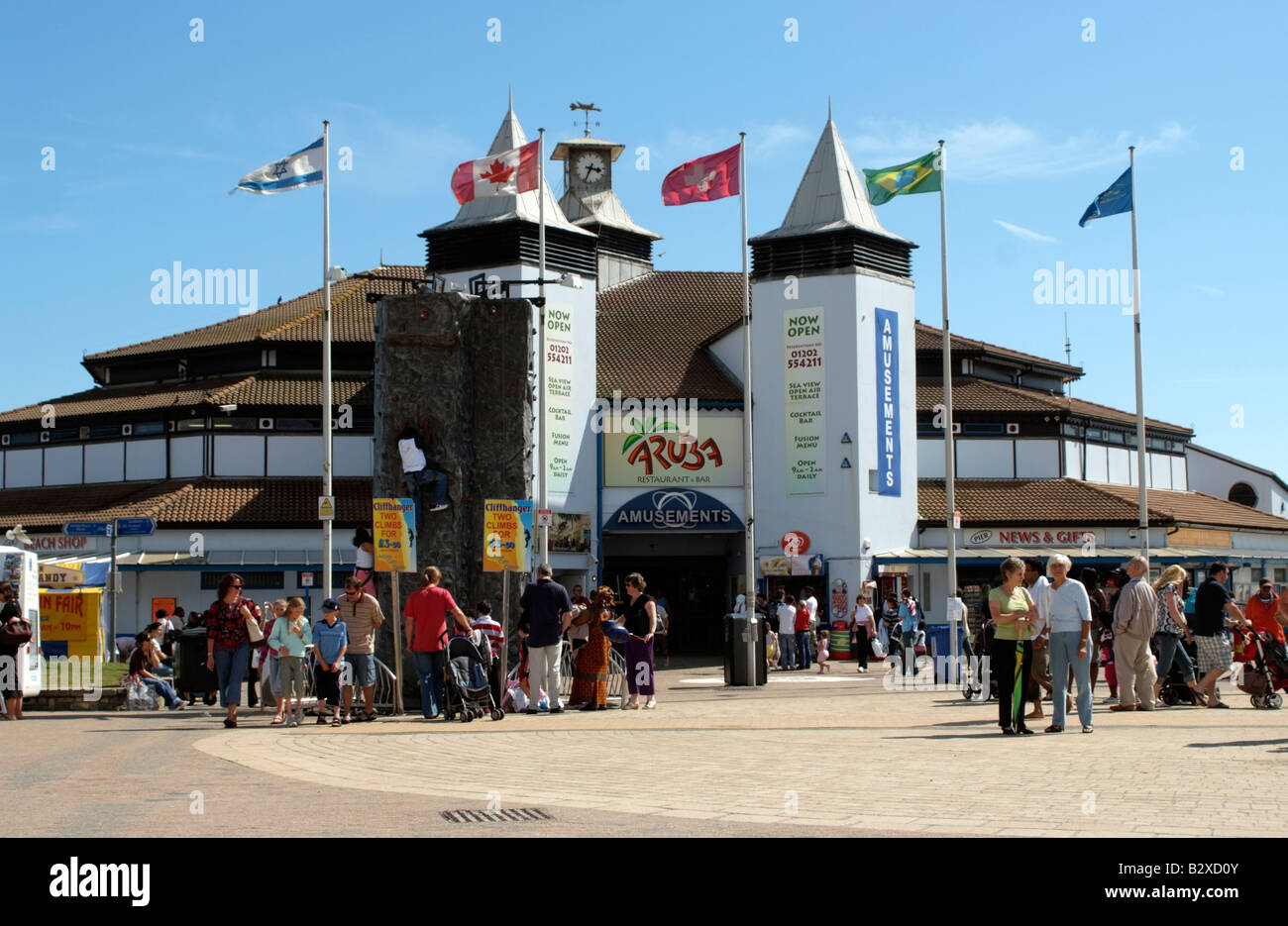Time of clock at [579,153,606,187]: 3:34
